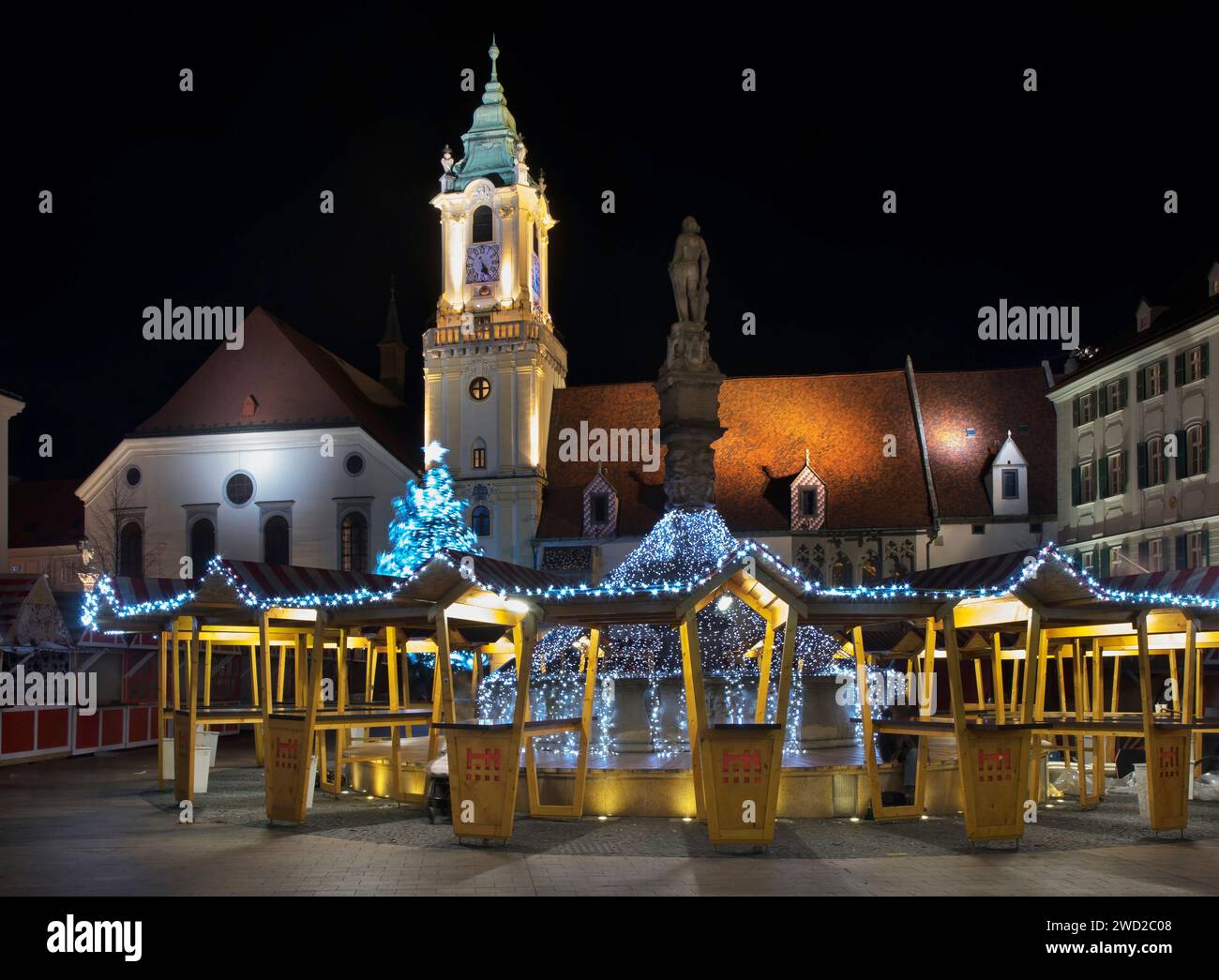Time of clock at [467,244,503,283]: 5:24
